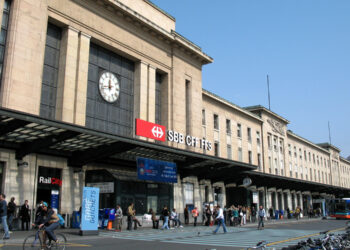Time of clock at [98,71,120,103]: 11:42
